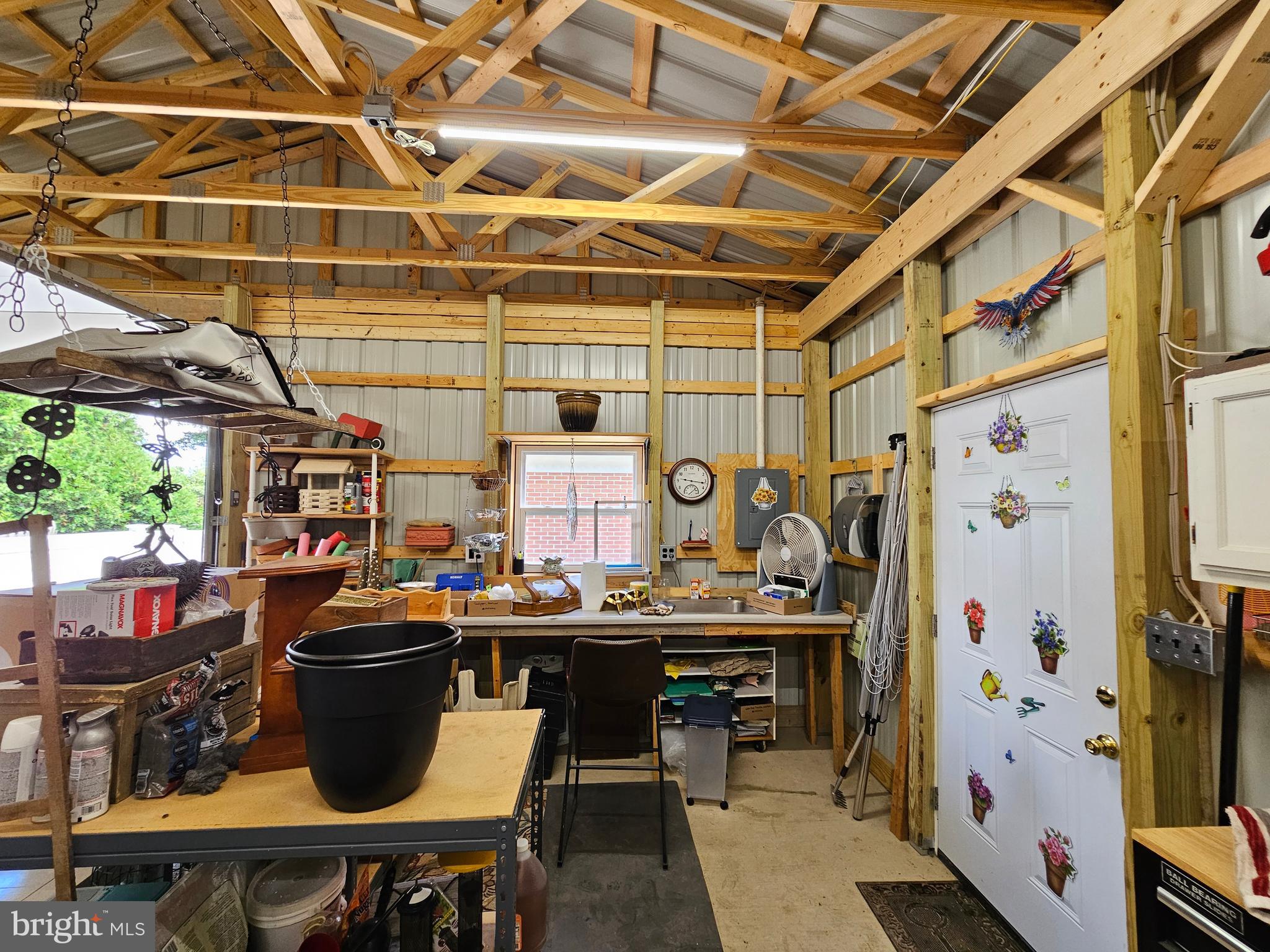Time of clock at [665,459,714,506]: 9:16
